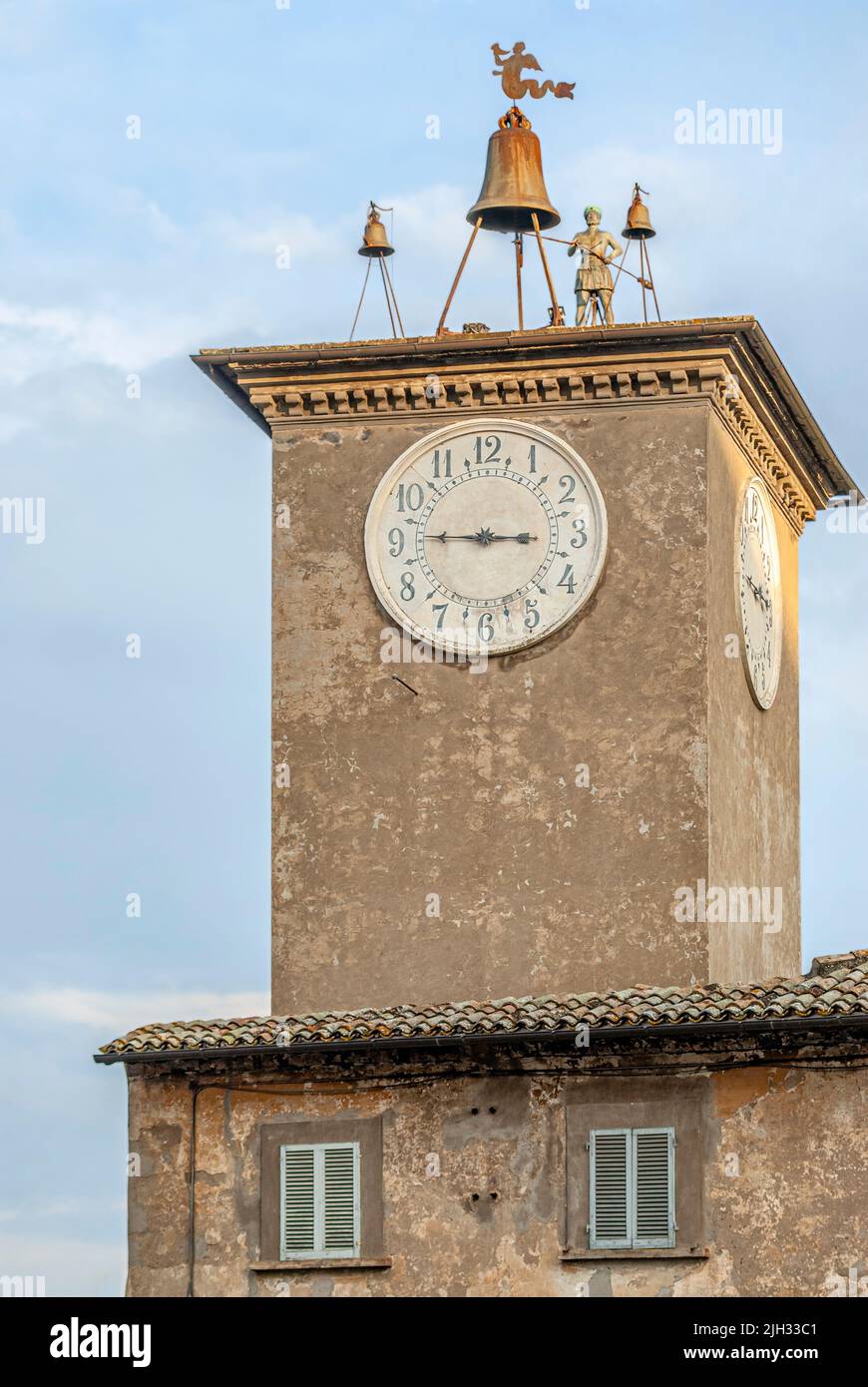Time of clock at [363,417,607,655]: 2:45
